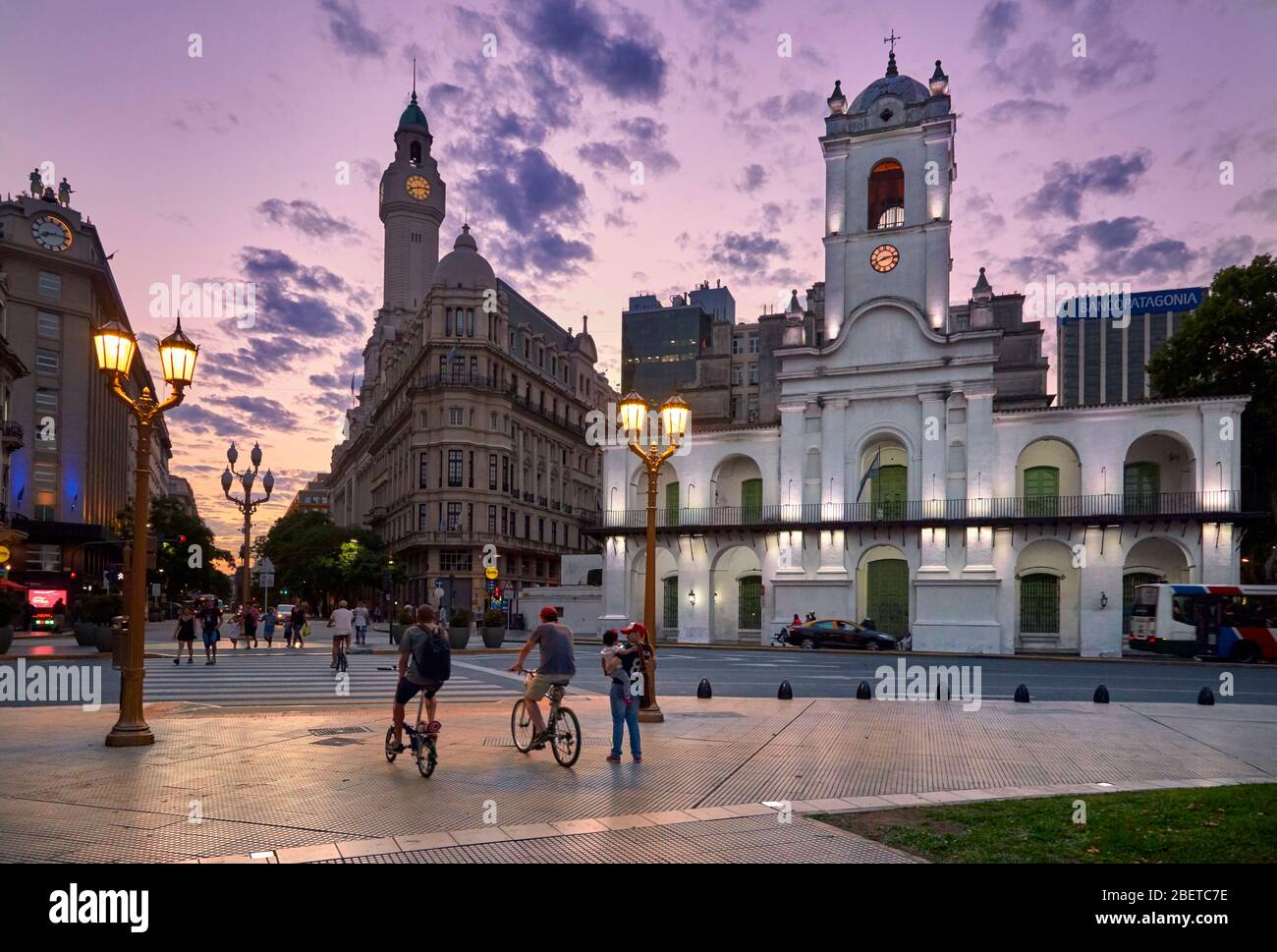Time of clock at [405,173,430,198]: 8:14
